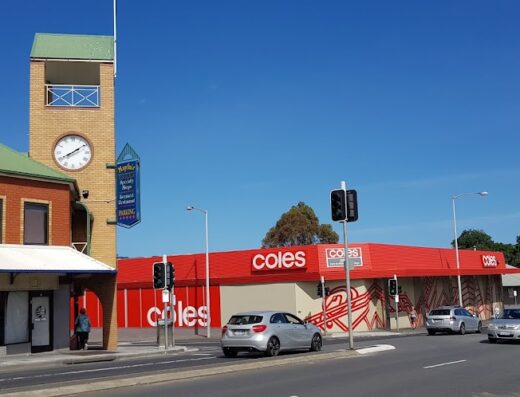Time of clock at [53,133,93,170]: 8:09
